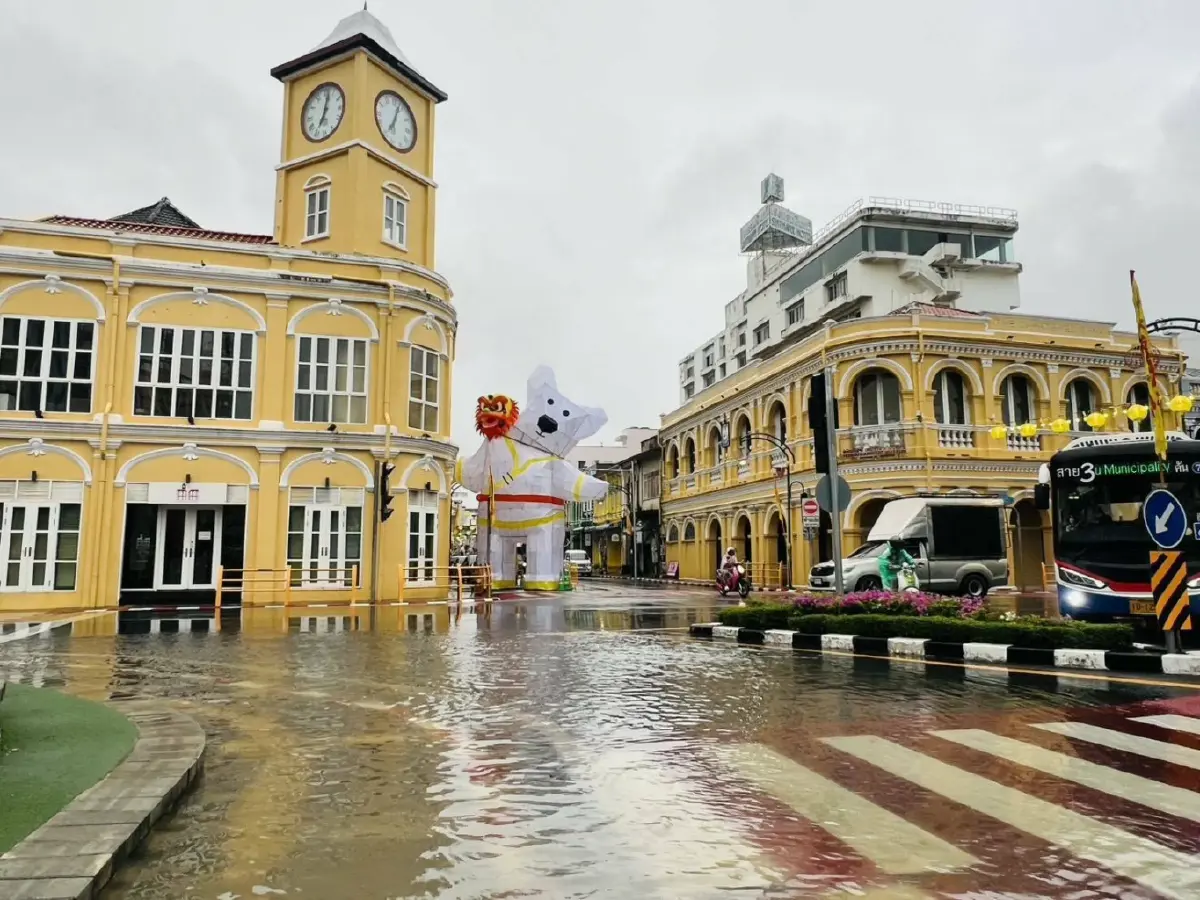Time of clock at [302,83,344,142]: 7:02
